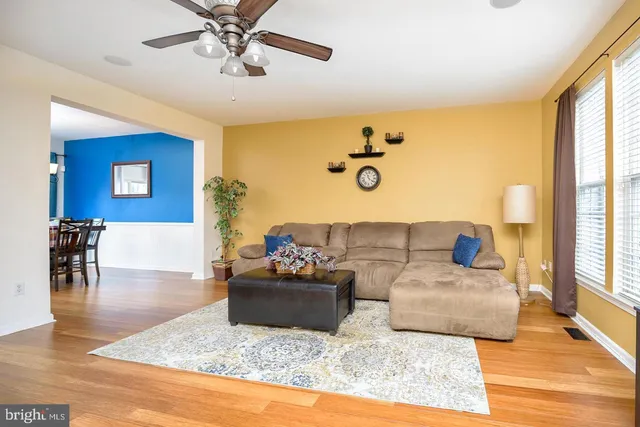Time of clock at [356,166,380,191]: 11:21
